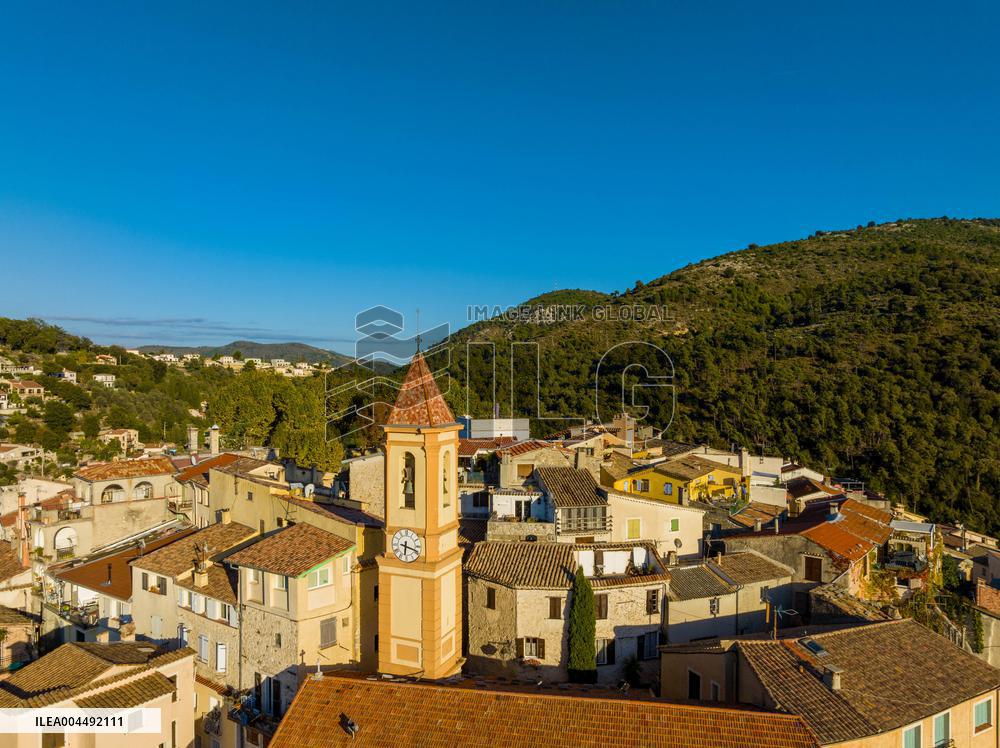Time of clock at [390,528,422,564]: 6:18
